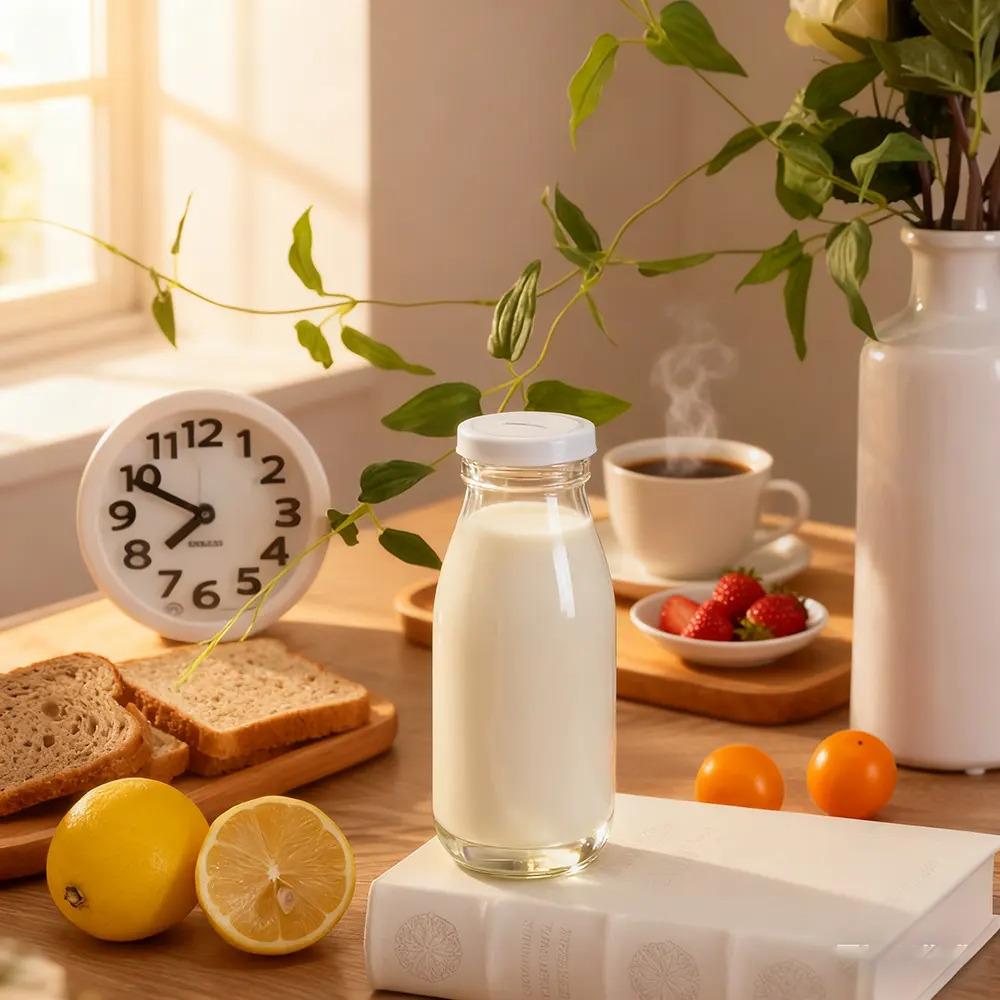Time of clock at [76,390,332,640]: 7:49
